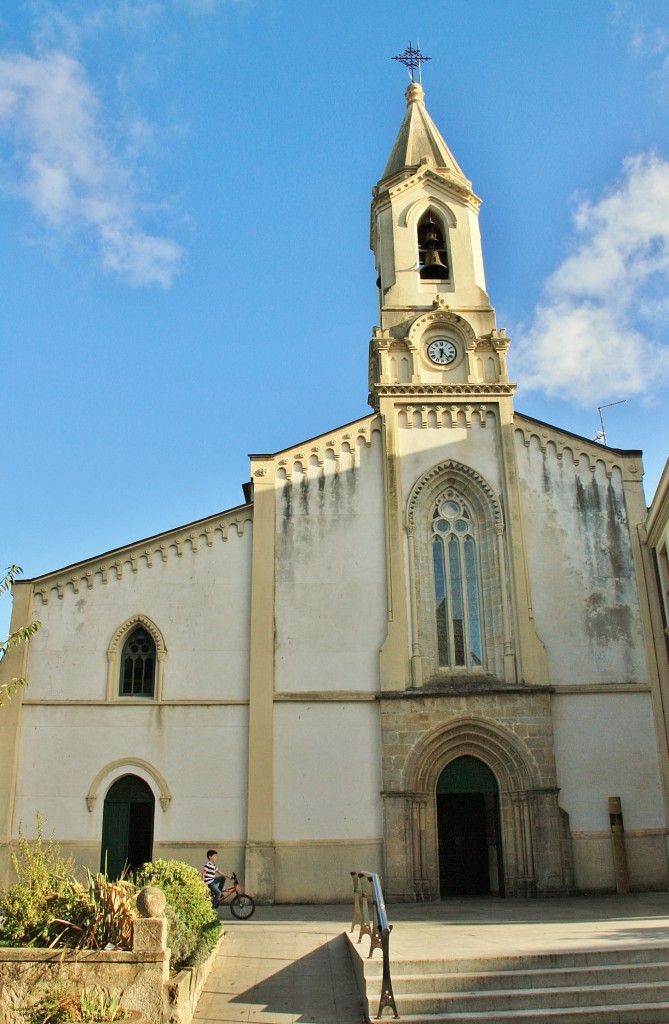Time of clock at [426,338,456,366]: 6:23
